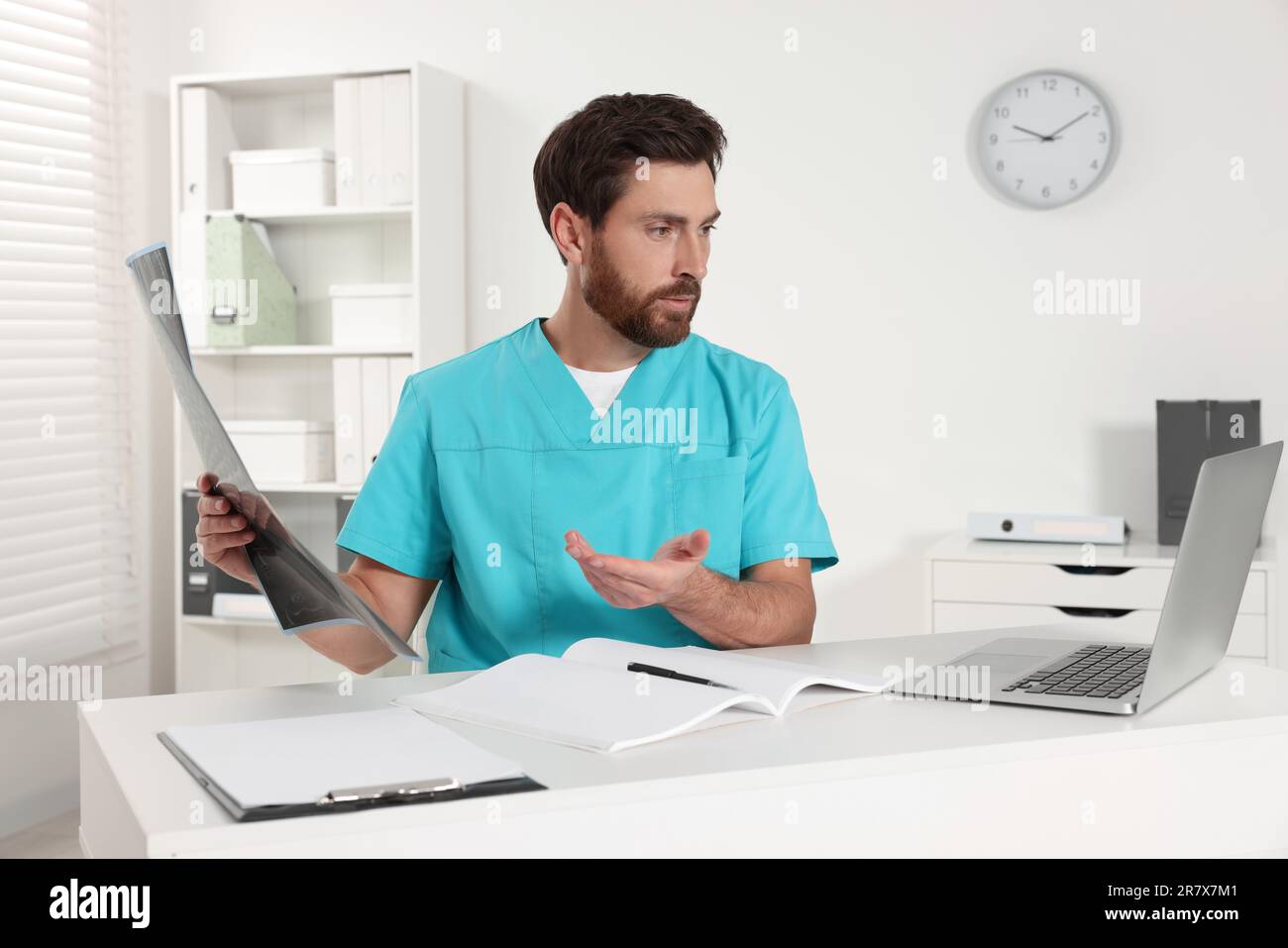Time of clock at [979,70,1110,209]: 9:09
